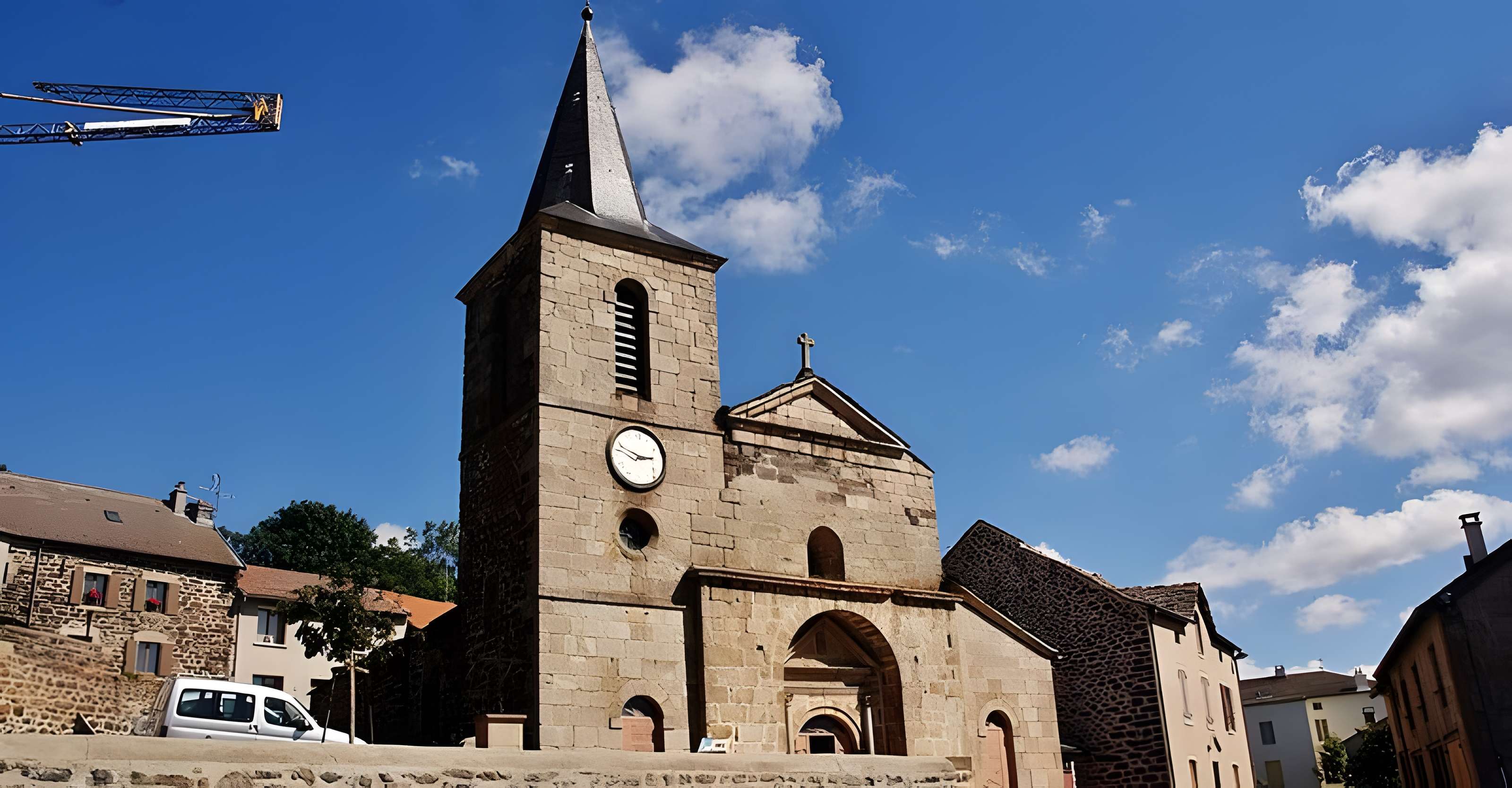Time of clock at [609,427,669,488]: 2:48
